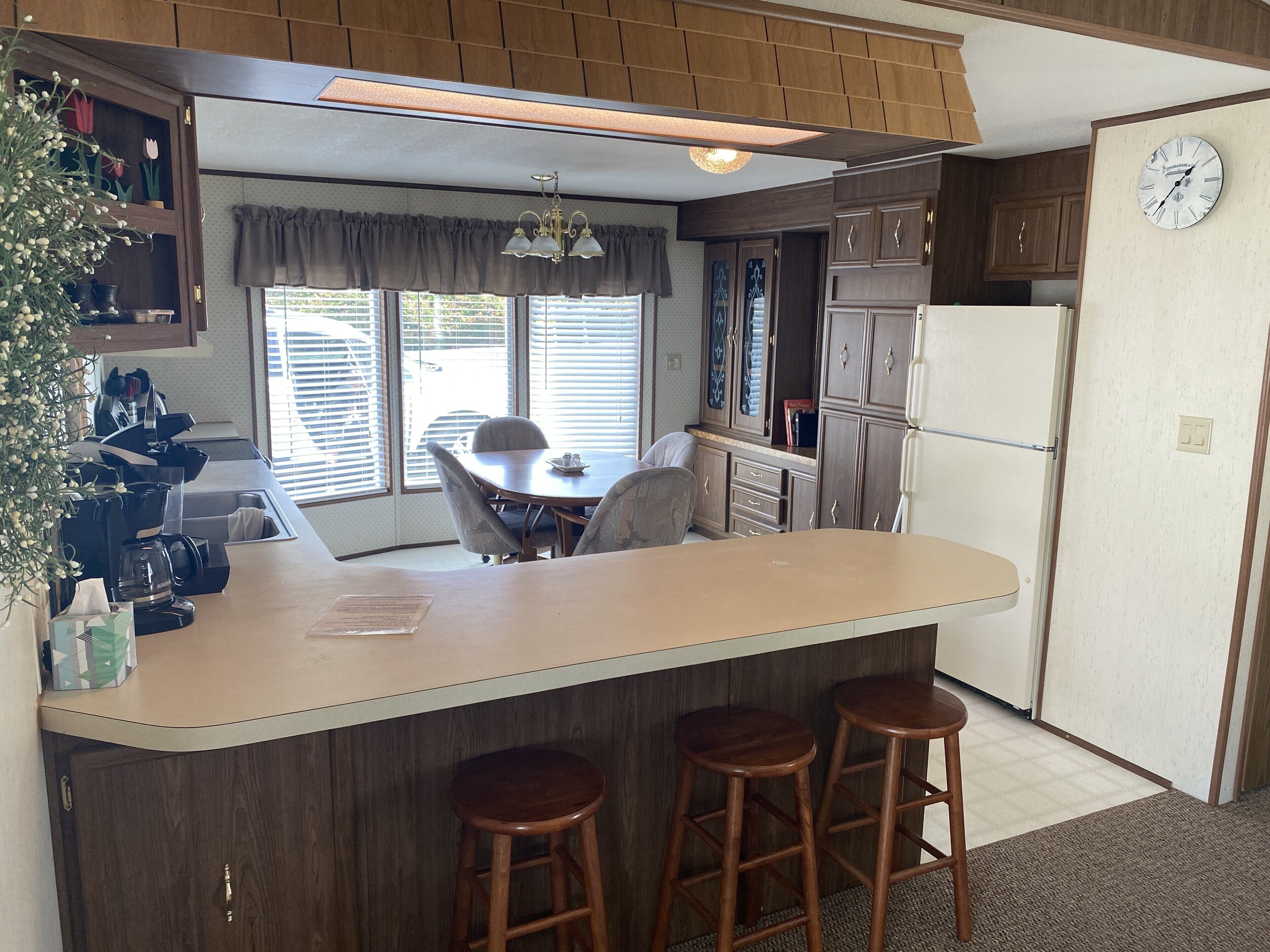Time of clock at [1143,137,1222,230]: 1:36
